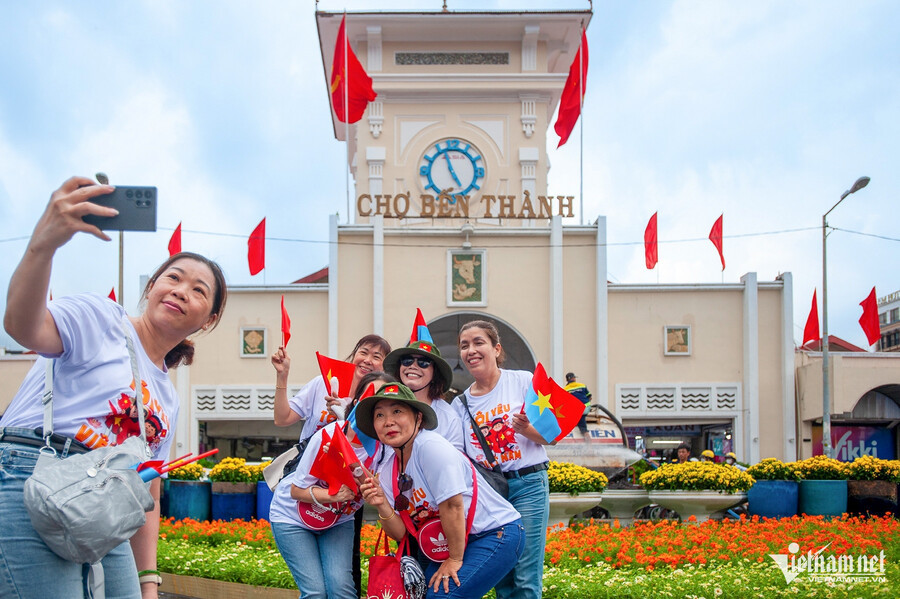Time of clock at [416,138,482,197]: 4:56
